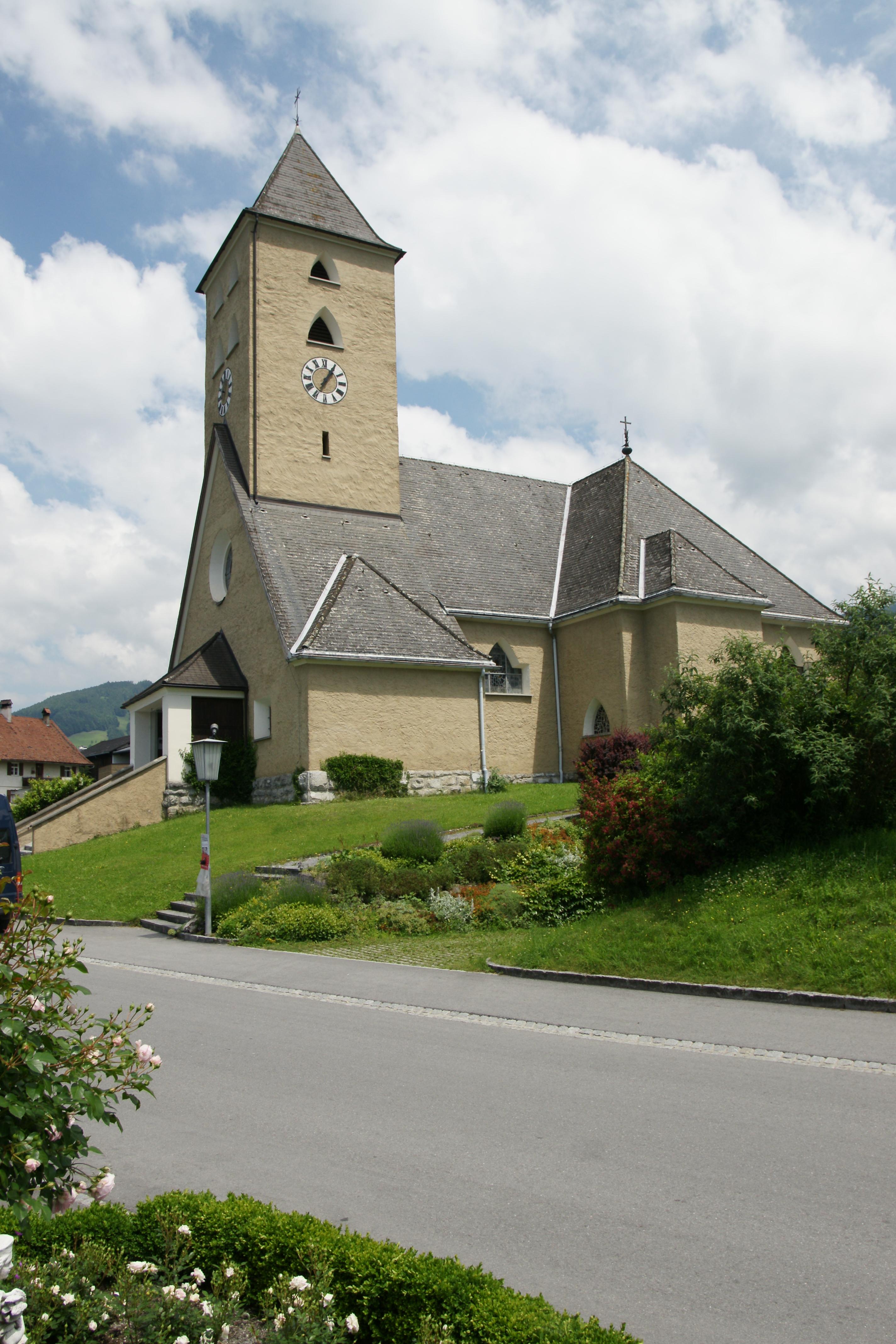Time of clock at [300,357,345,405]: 1:05
